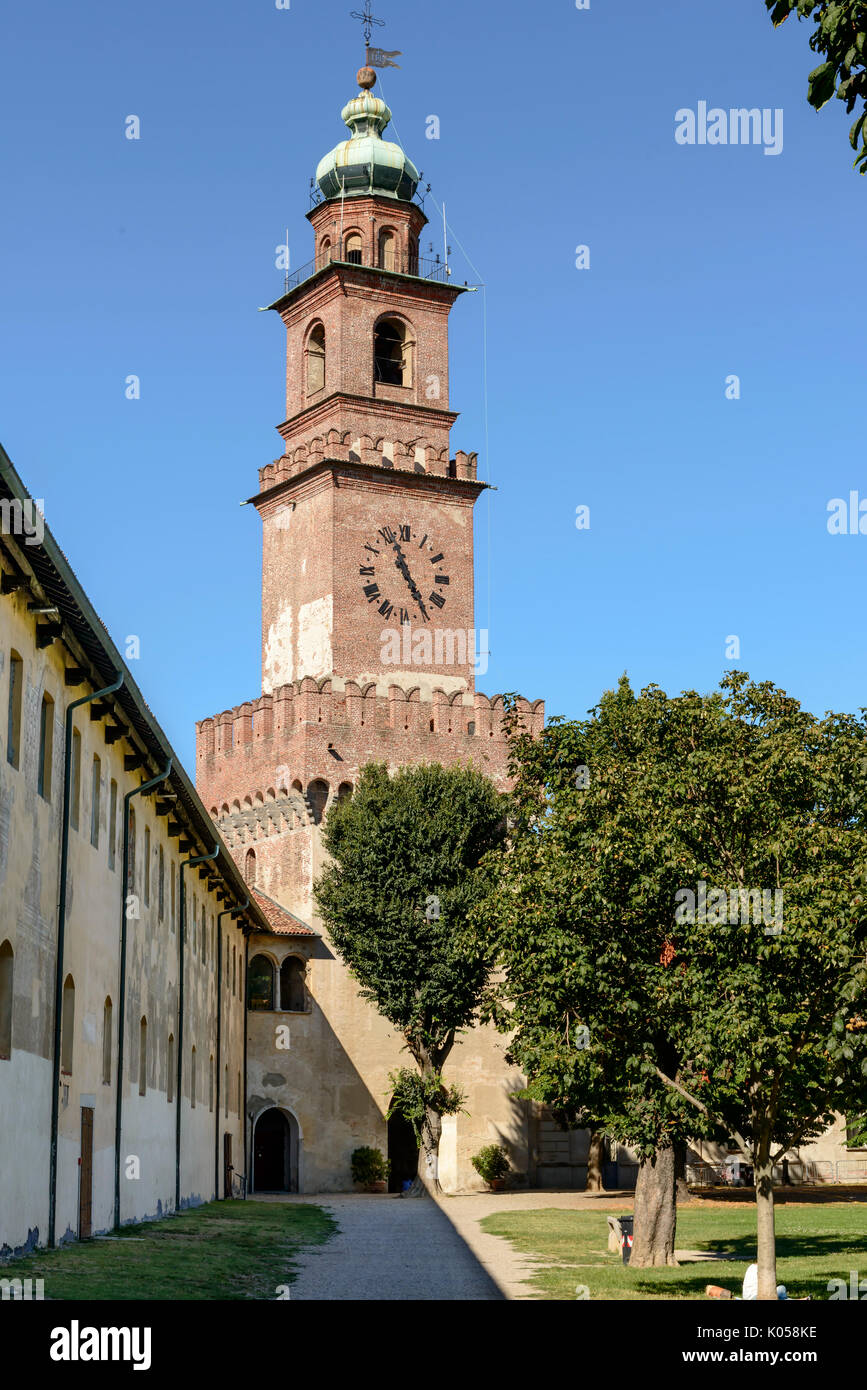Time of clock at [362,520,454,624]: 4:56
